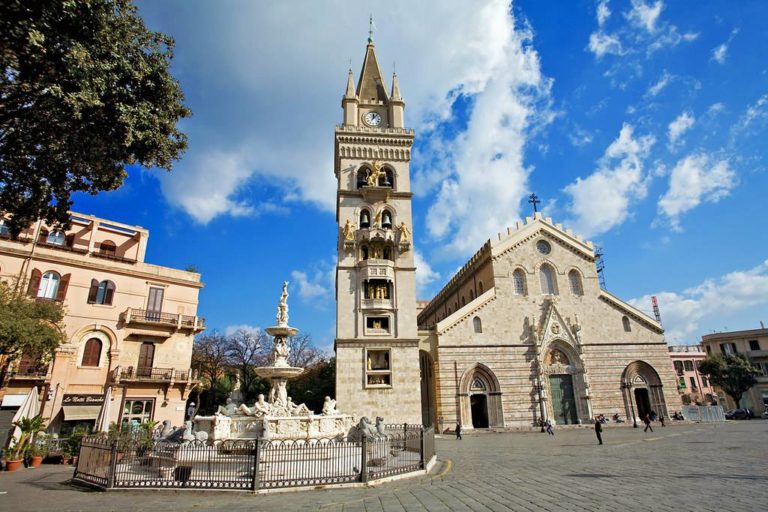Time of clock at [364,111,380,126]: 12:06
